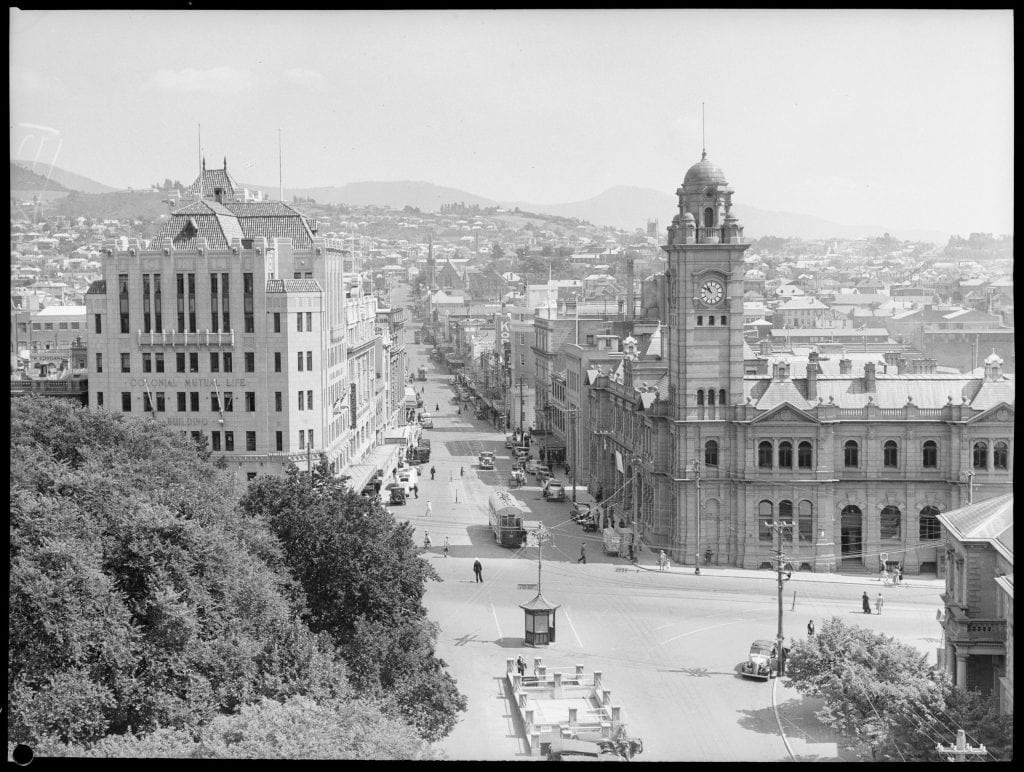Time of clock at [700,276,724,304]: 10:50
